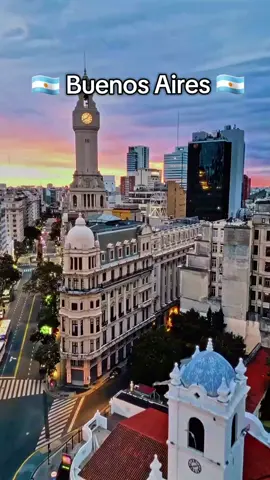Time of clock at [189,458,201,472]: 8:11
